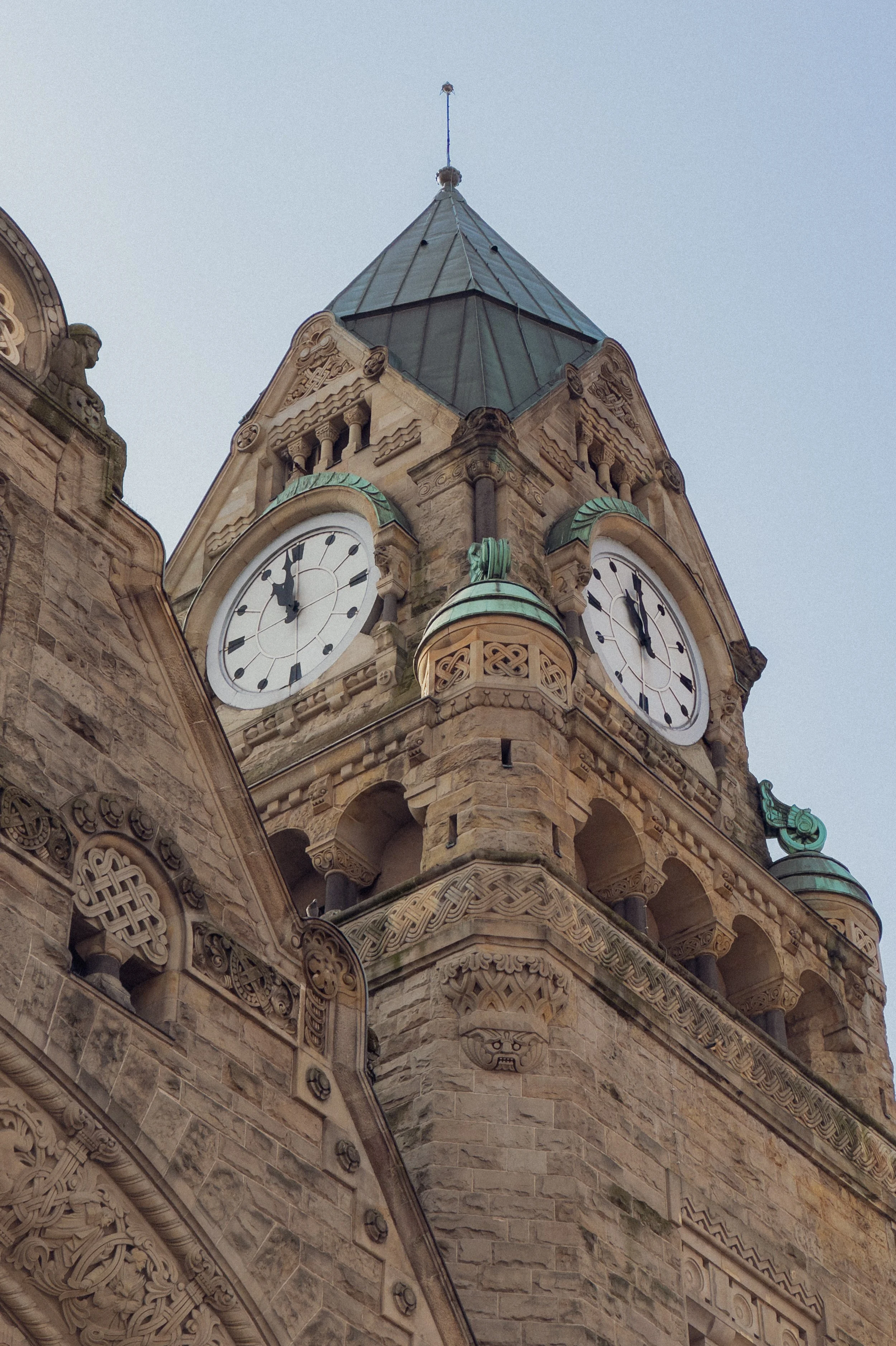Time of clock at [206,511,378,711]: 10:58
